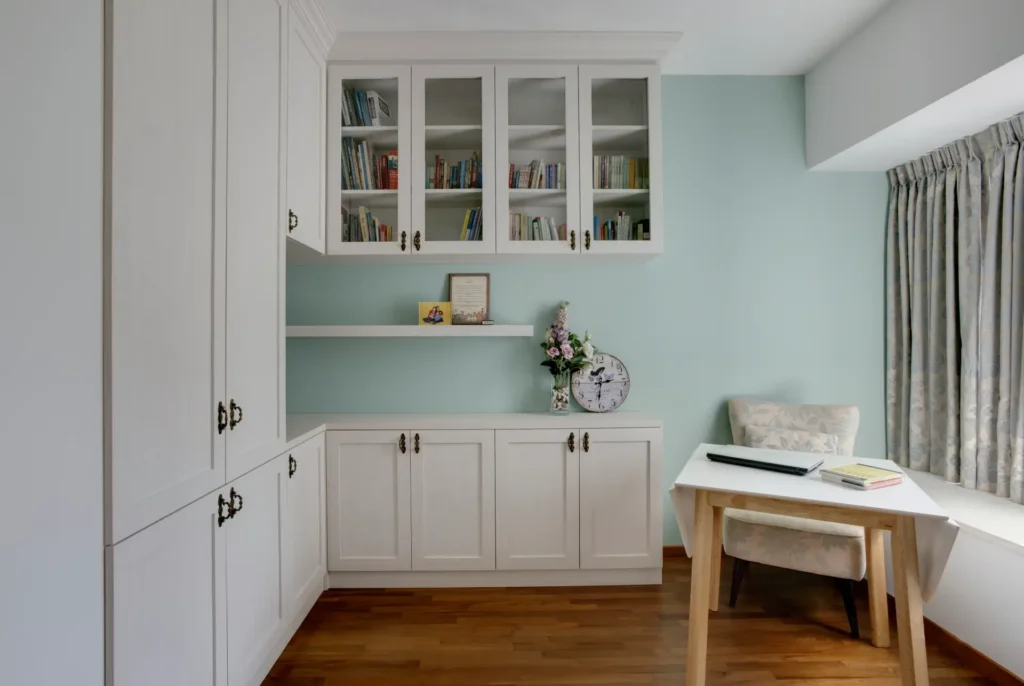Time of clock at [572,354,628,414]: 2:31
